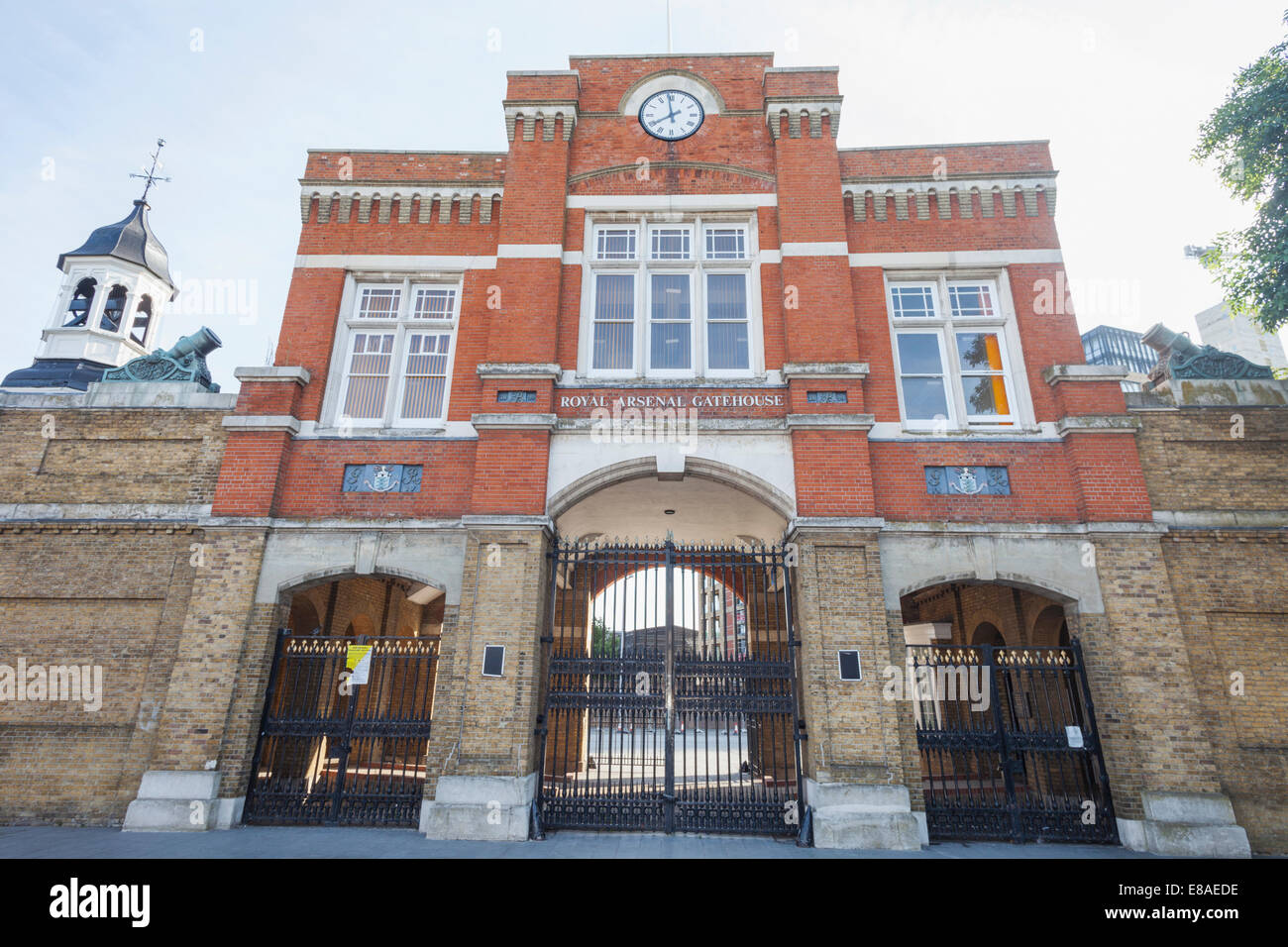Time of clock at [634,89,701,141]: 7:58
